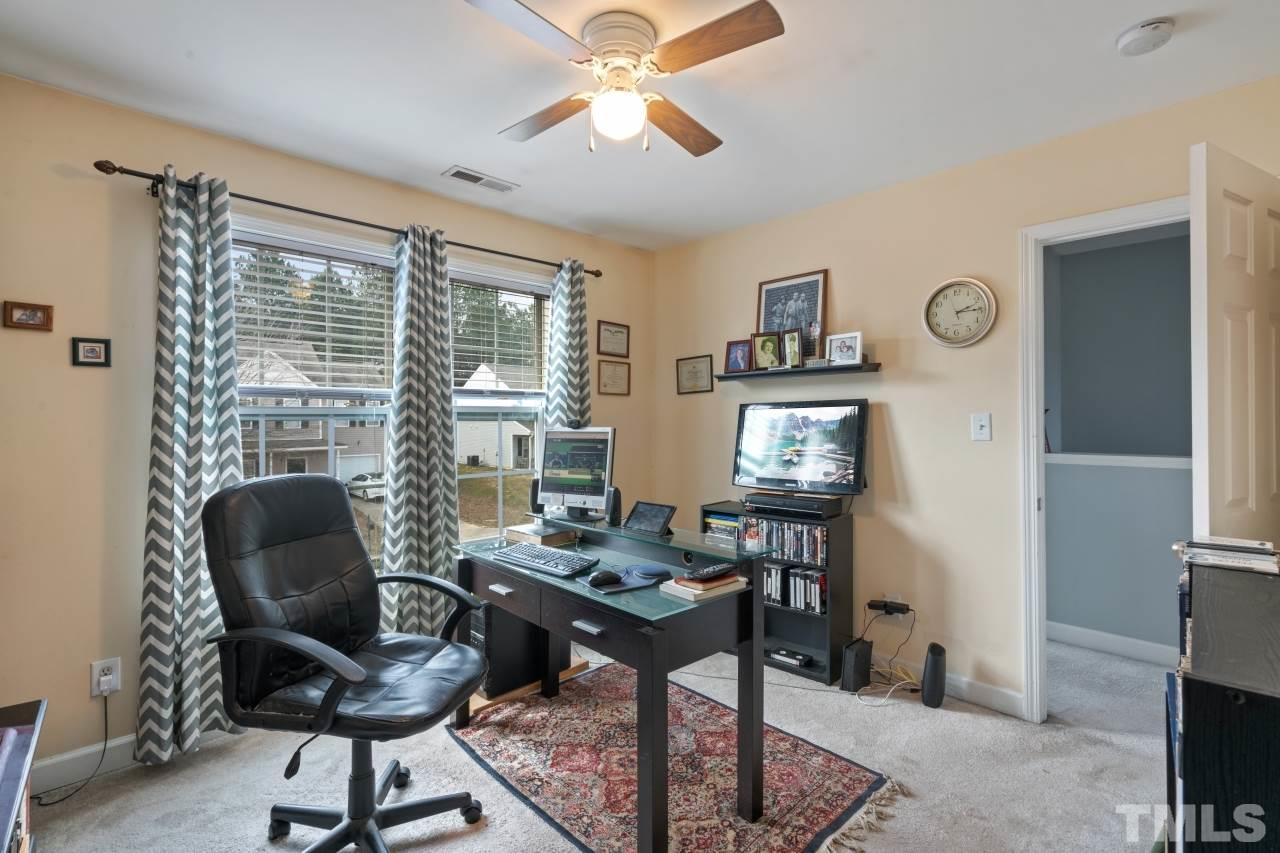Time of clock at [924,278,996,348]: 2:14
